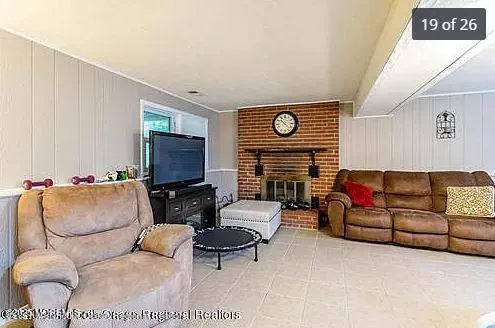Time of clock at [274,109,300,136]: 10:22
